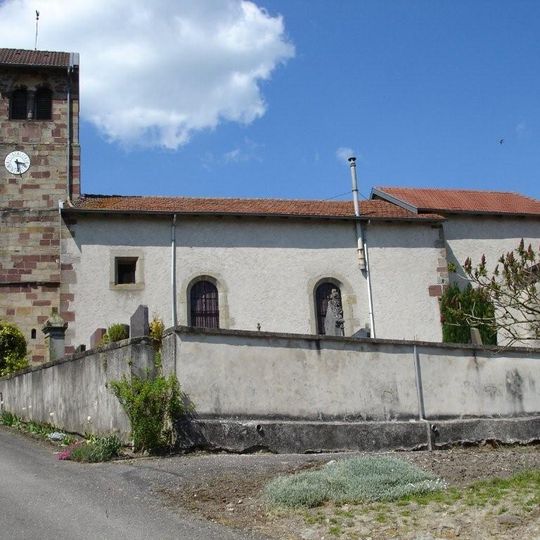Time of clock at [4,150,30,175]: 3:28
